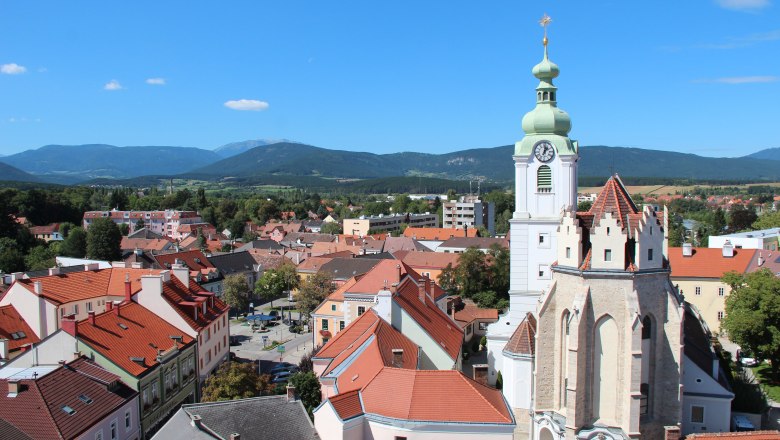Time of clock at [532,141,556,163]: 1:01
